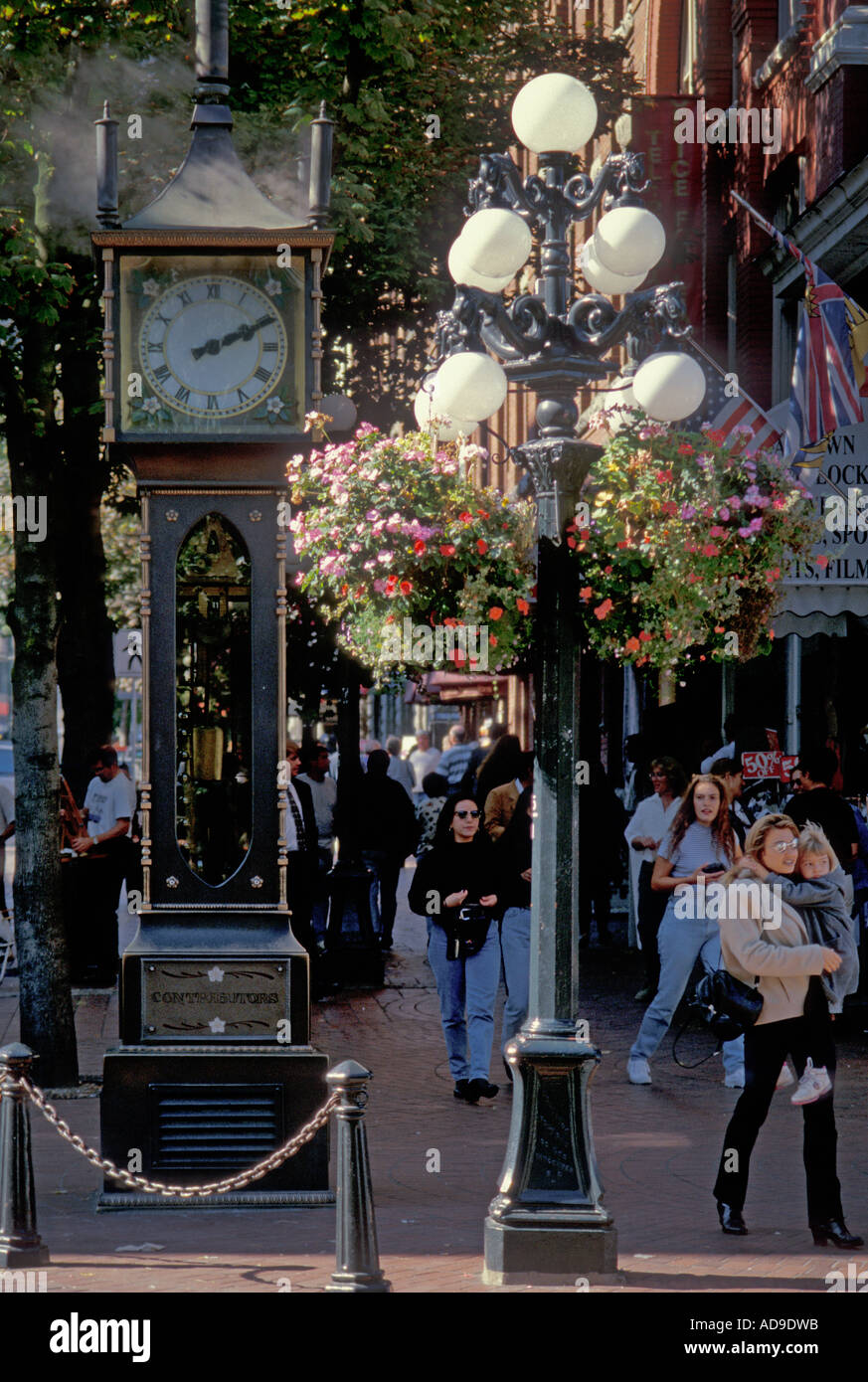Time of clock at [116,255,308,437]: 2:10
